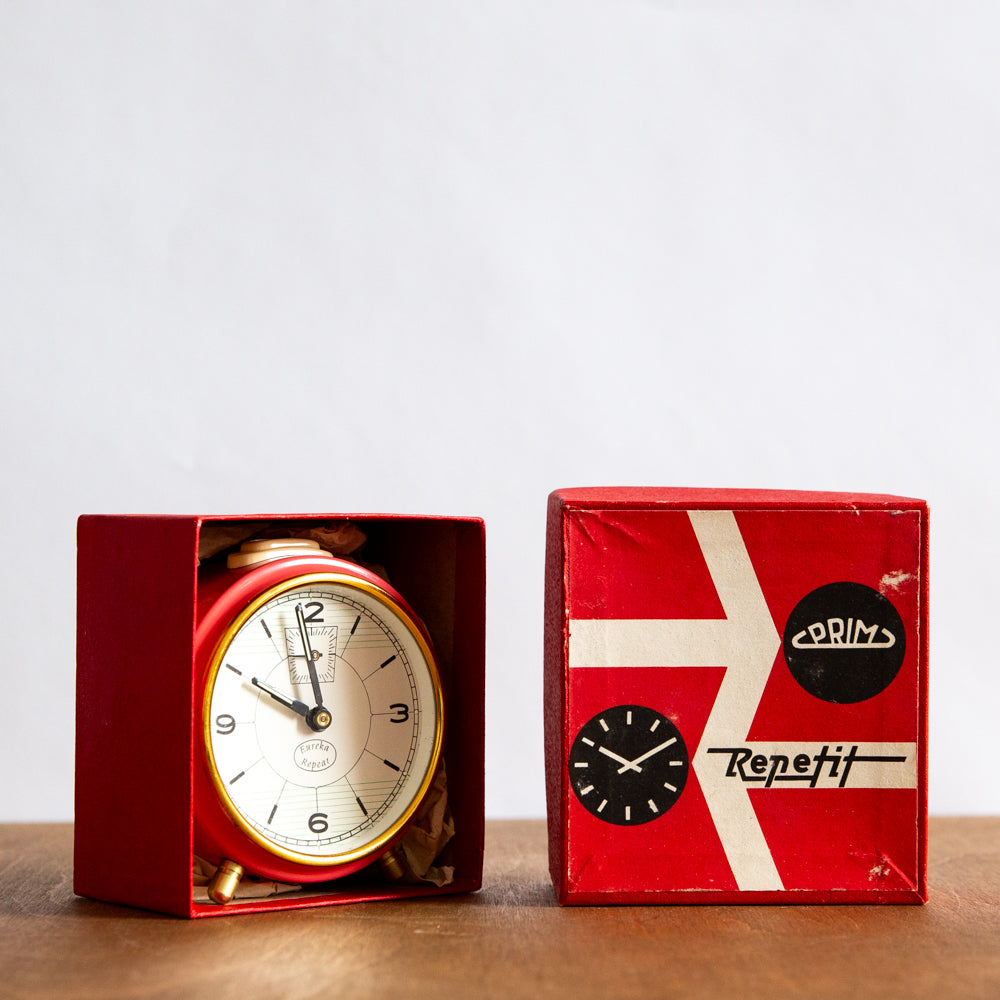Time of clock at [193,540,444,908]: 9:58
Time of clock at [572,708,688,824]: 10:09
